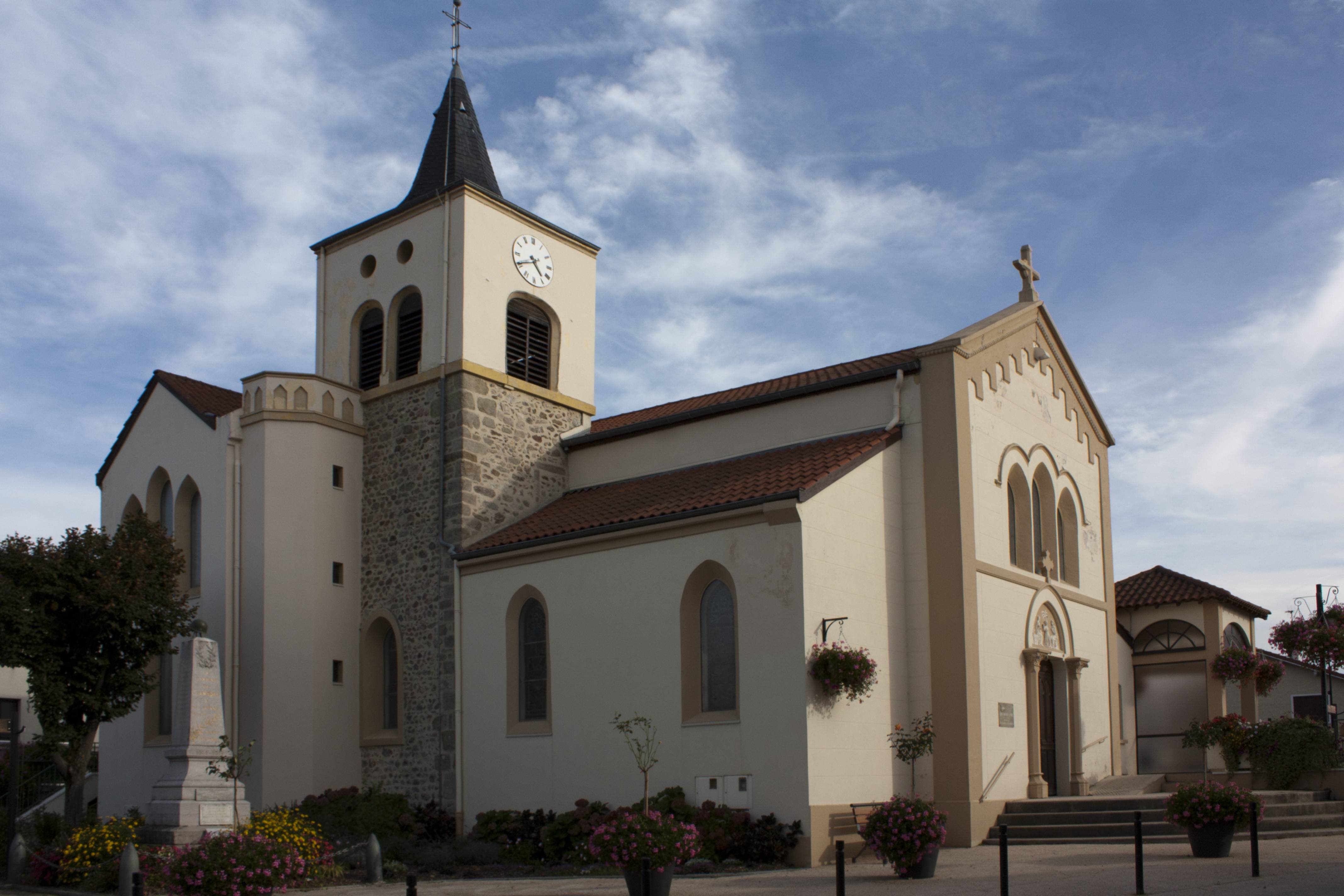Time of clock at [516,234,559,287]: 4:40
